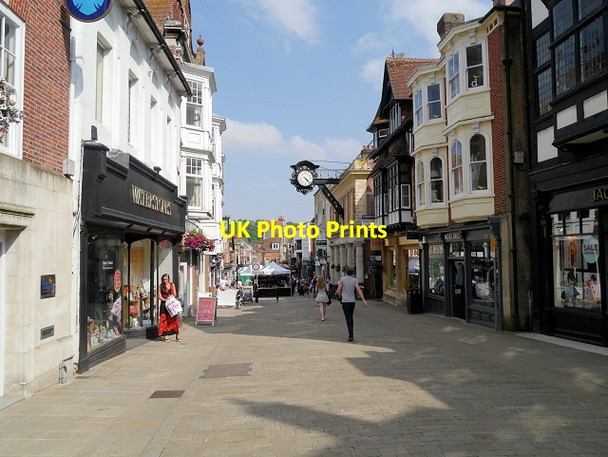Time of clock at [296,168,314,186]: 4:22
